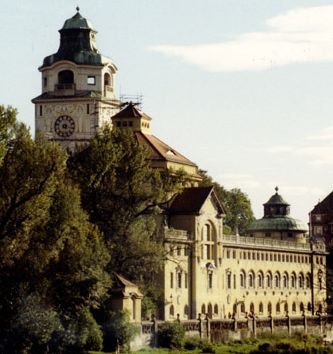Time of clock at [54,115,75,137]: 7:15
